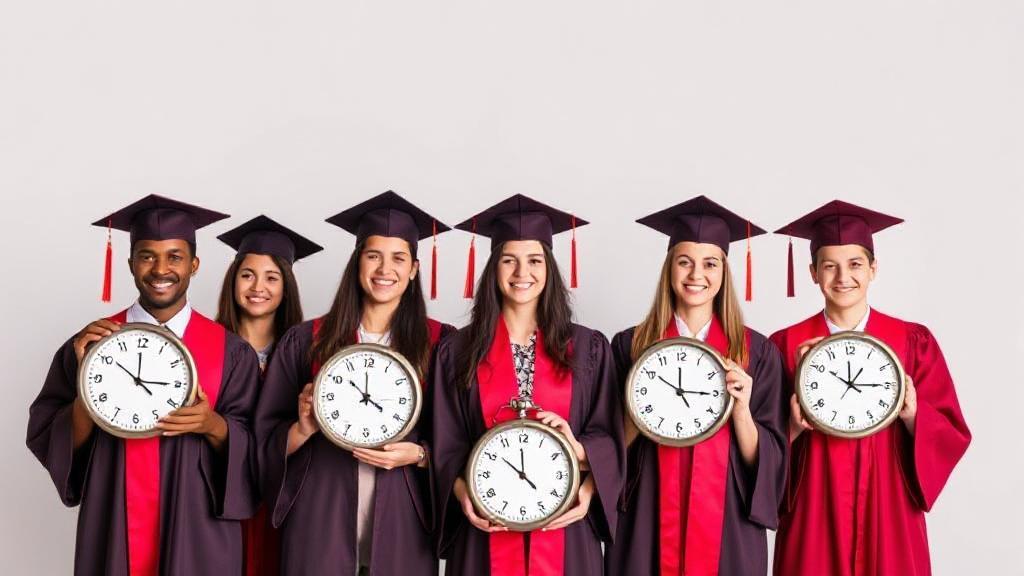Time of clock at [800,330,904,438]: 10:14
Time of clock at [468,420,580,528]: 11:51
